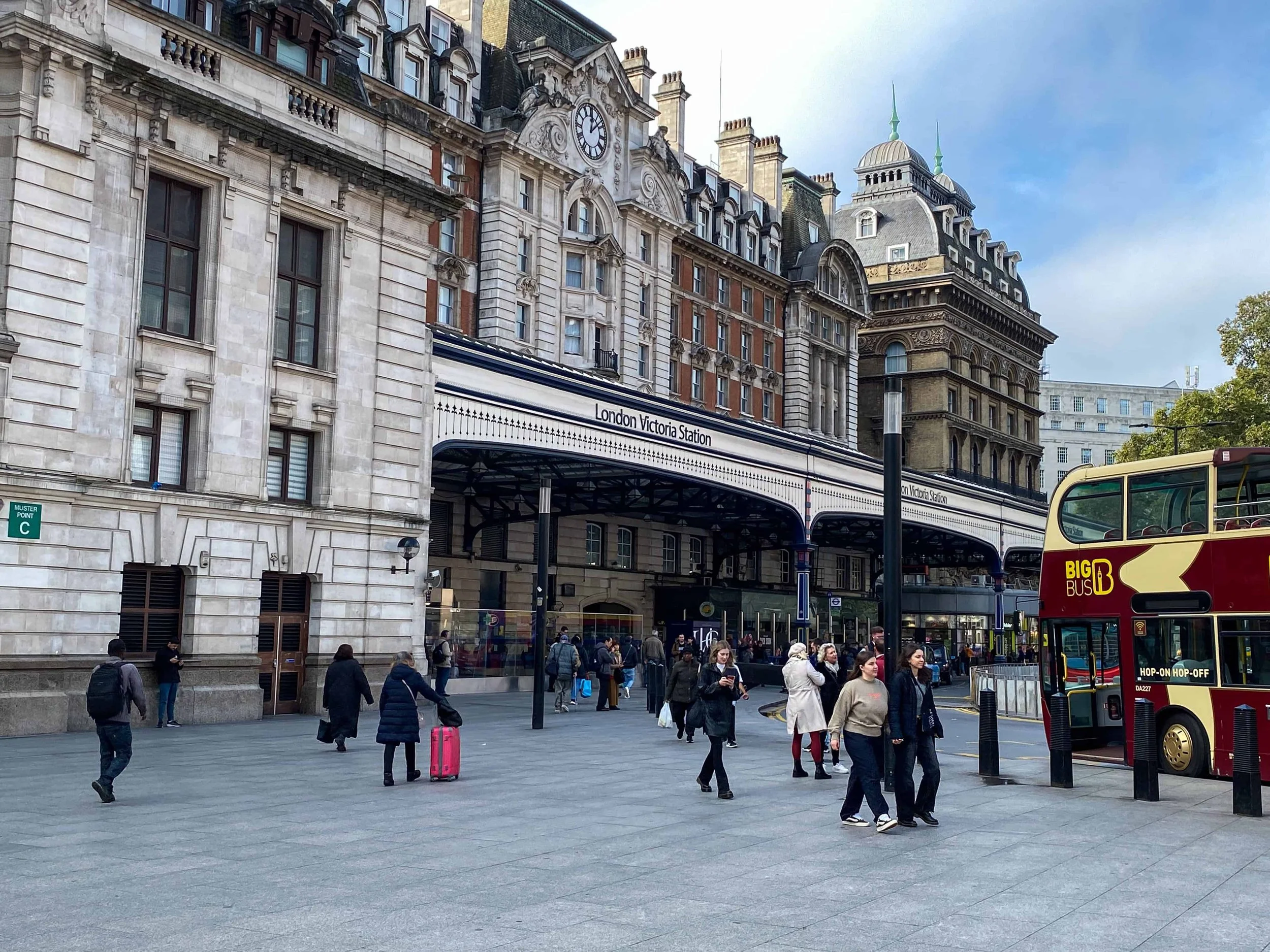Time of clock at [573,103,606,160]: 12:07
